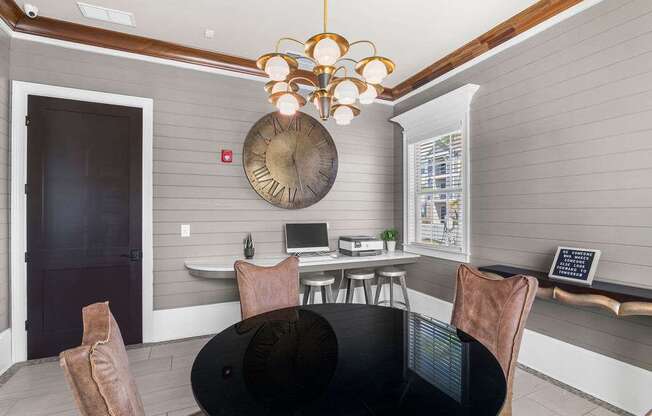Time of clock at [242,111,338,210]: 12:27
